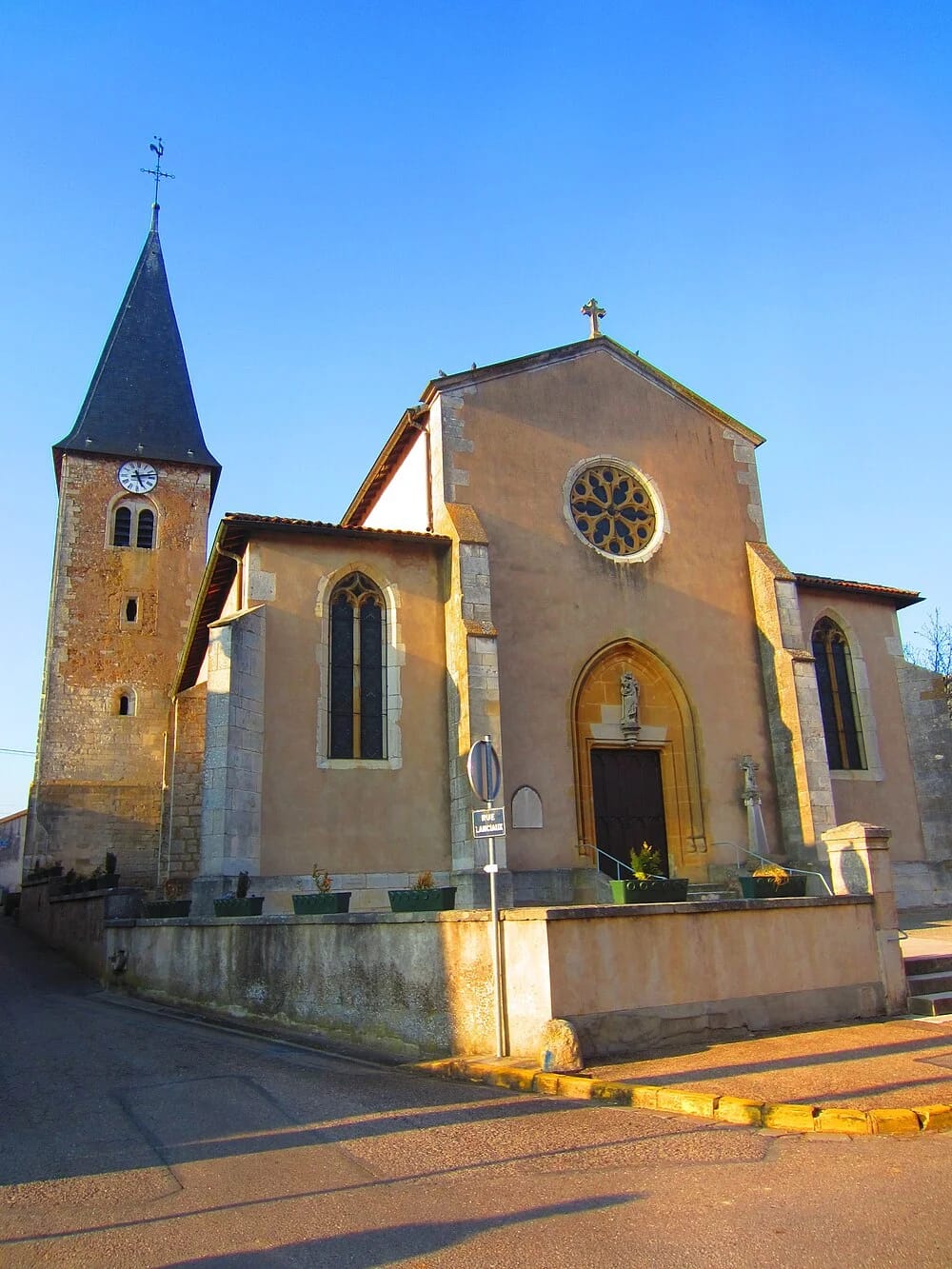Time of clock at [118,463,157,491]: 5:12
